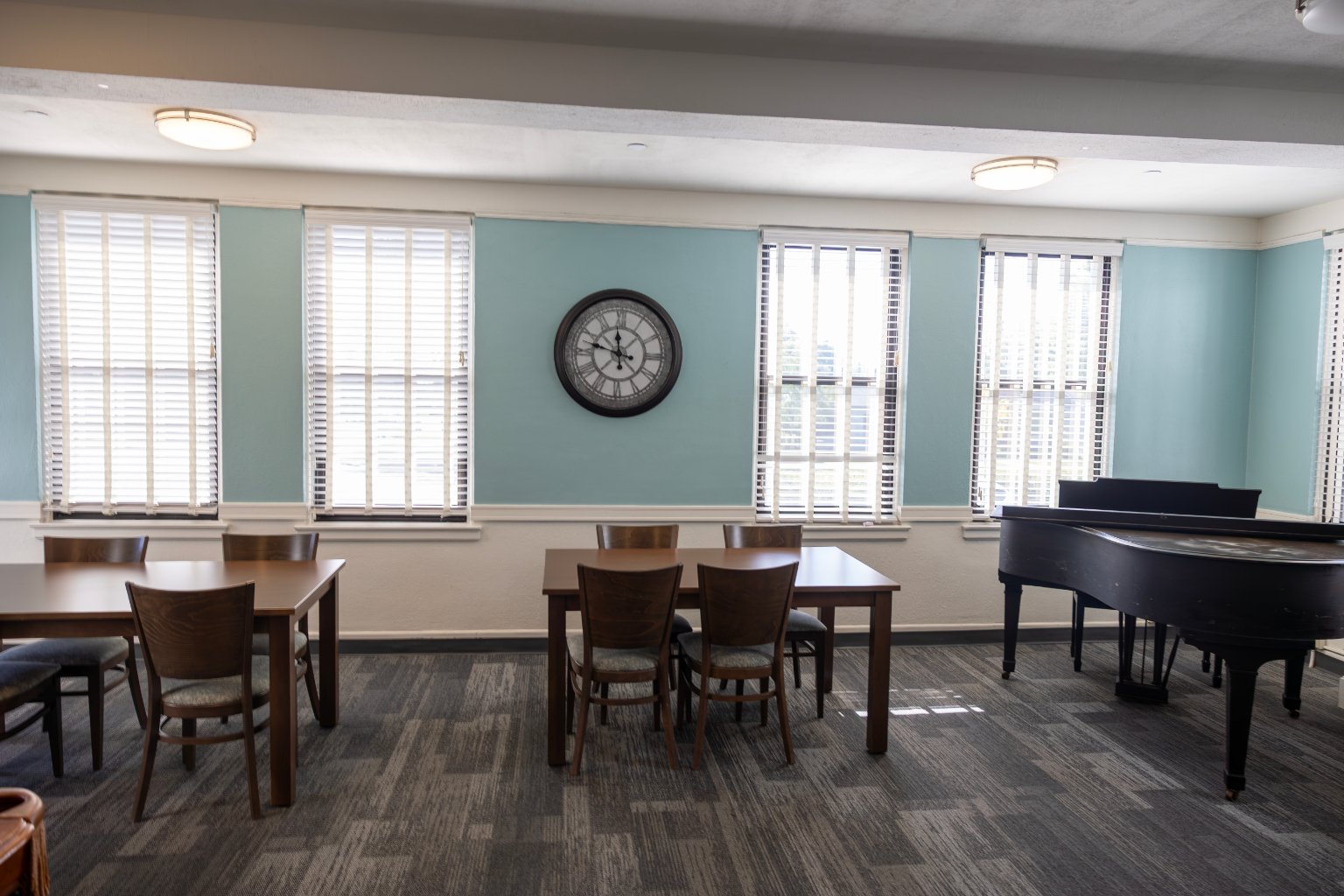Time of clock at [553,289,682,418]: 11:47
